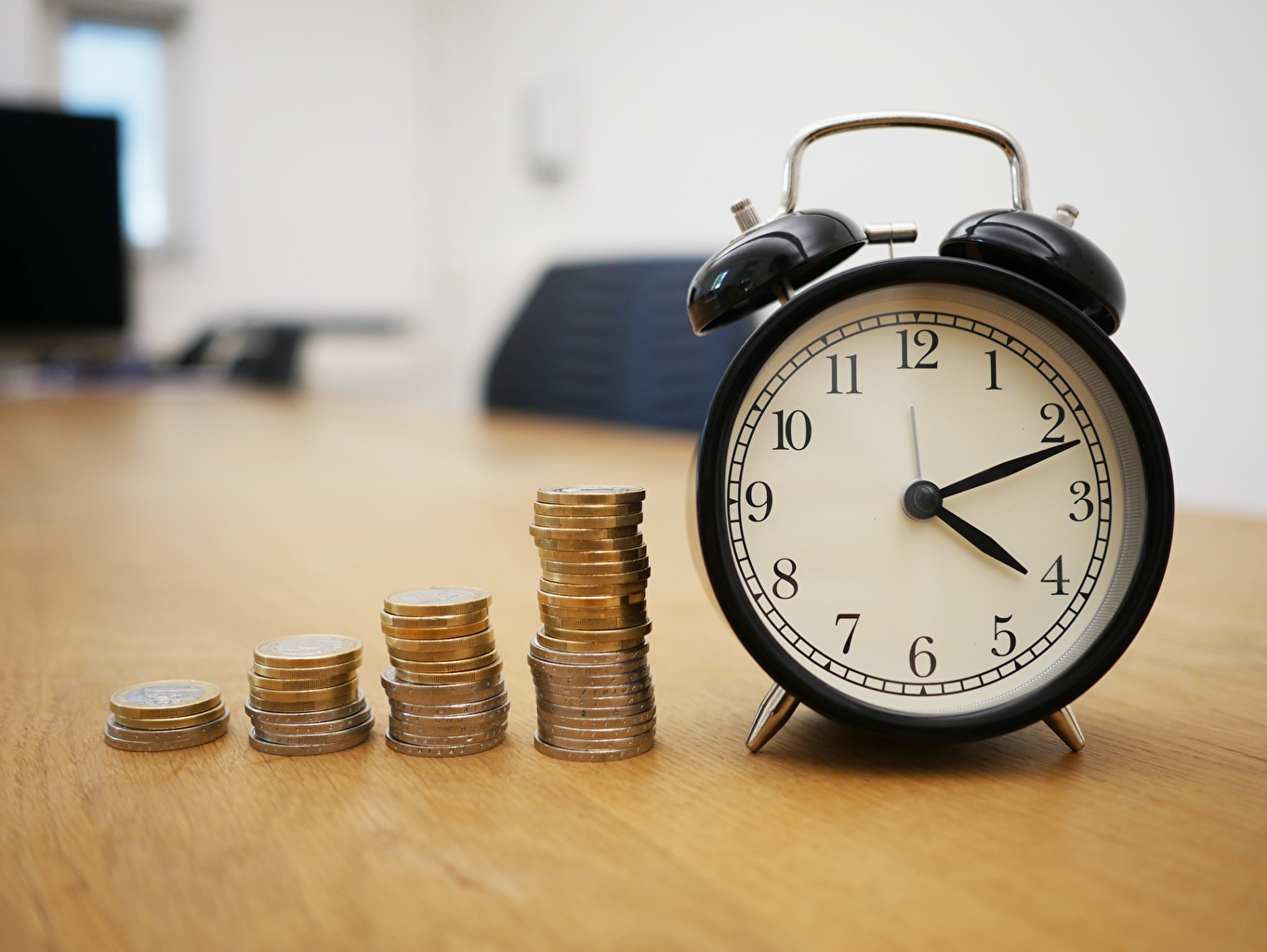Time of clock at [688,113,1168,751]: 4:11
